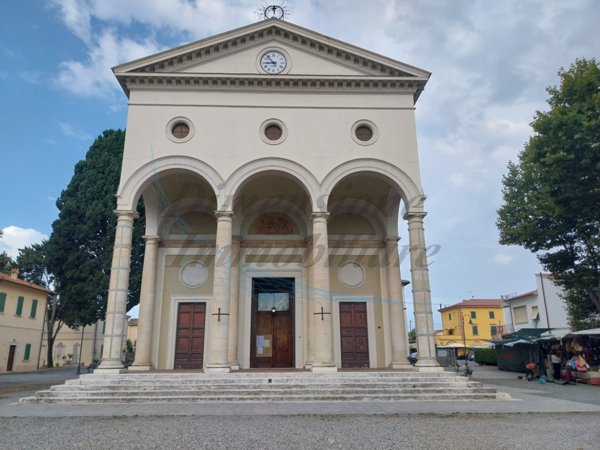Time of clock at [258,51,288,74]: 8:53
